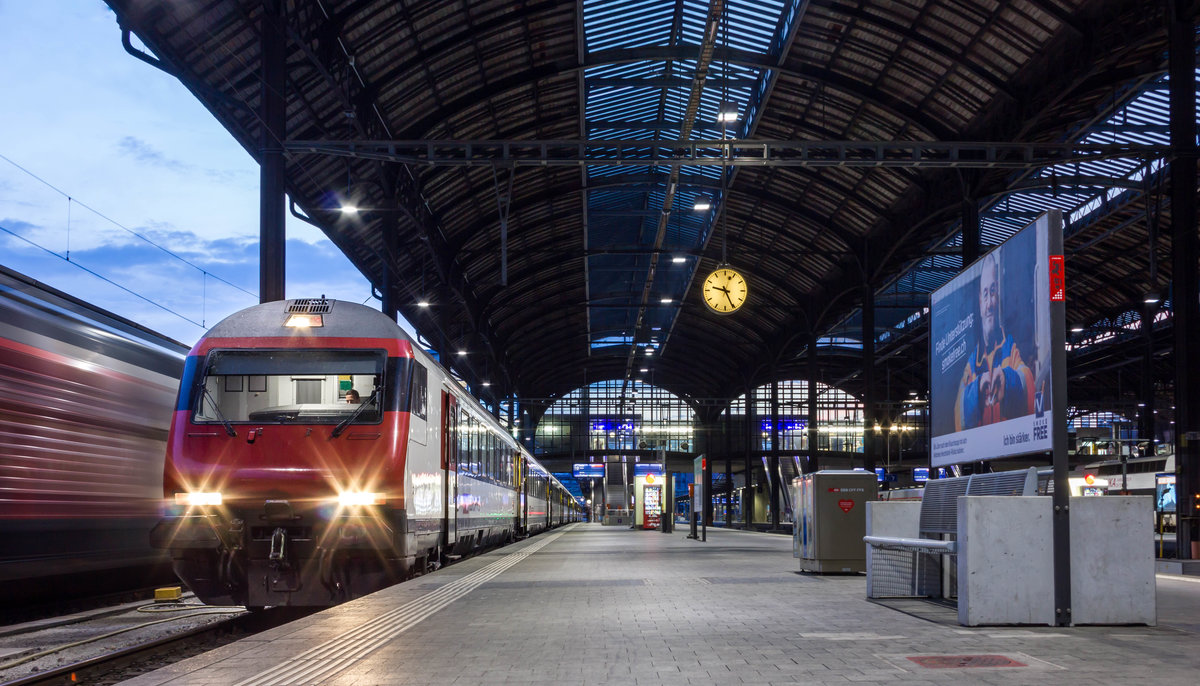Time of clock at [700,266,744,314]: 9:25
